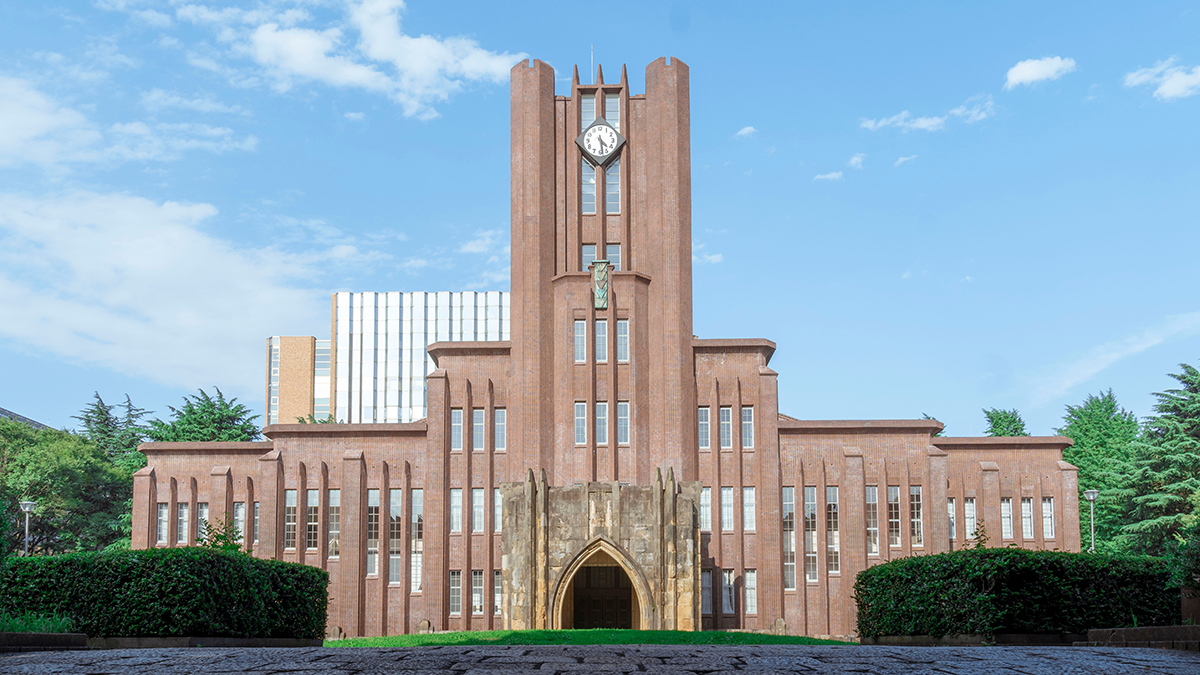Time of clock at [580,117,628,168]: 4:28
